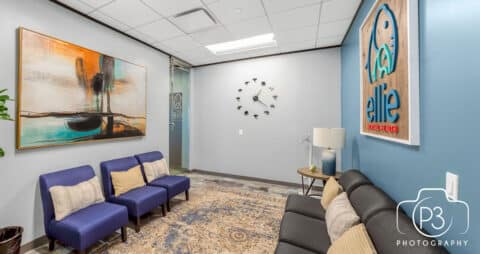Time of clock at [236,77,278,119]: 1:22
